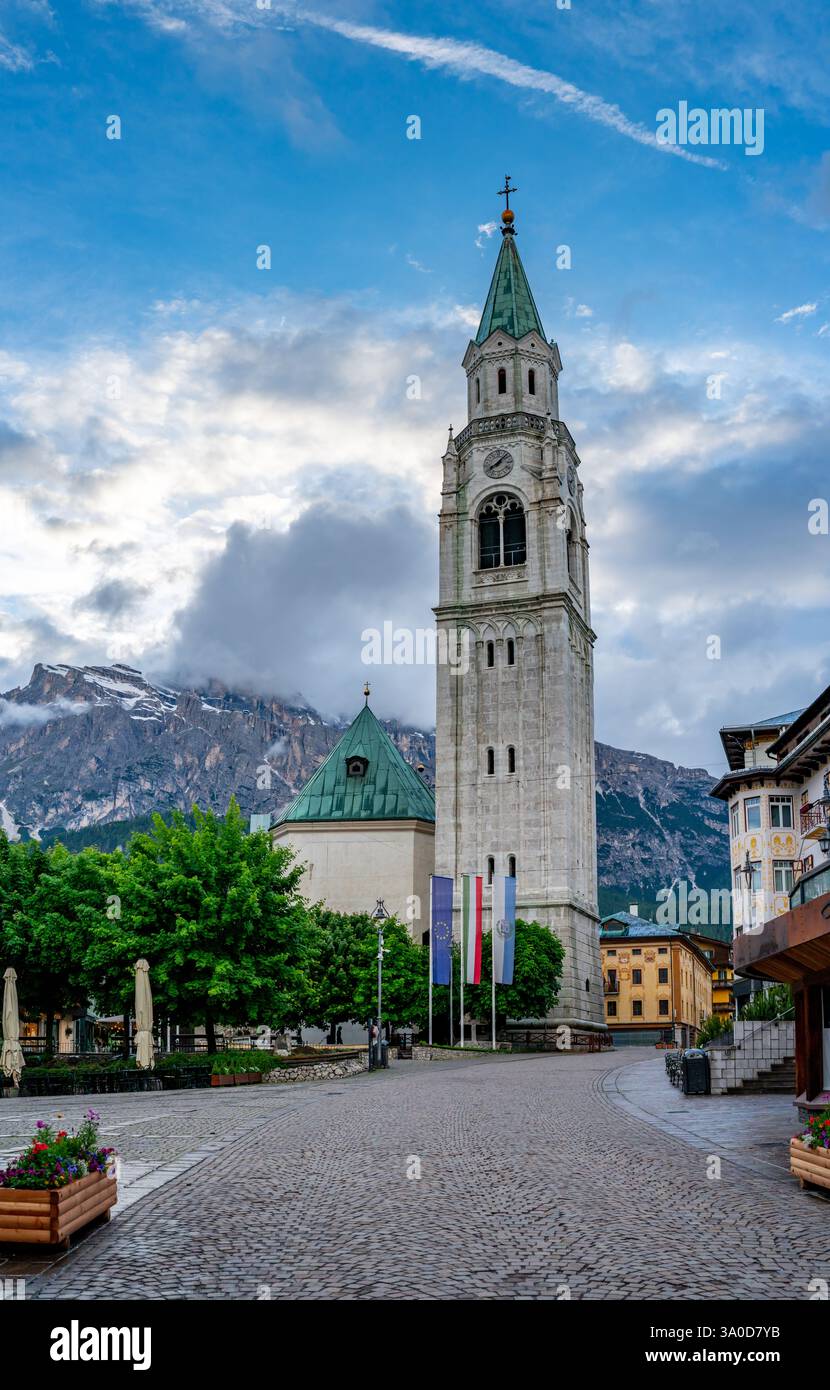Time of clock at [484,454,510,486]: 8:07
